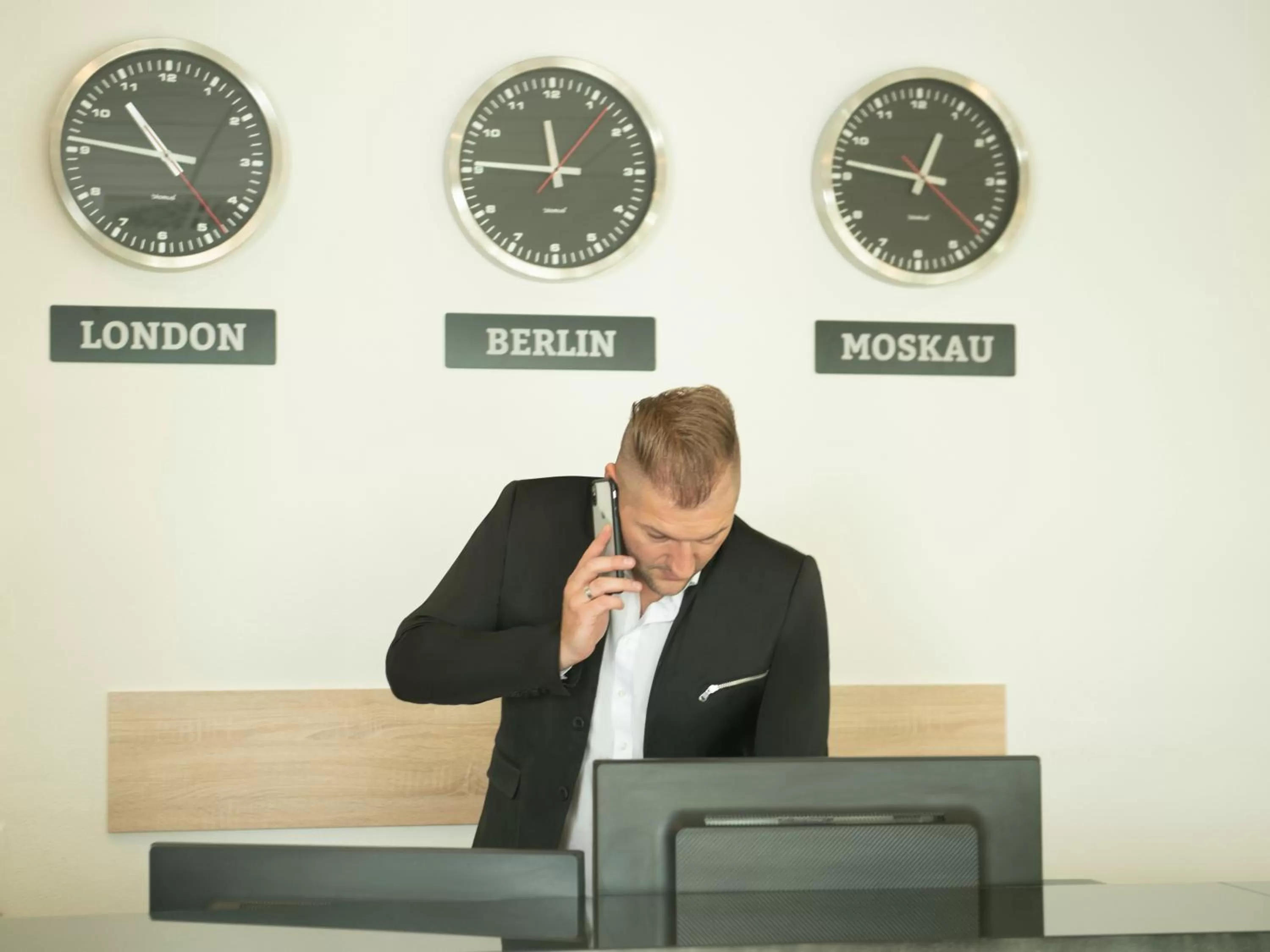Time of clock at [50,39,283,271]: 10:46
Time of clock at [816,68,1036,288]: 12:46
